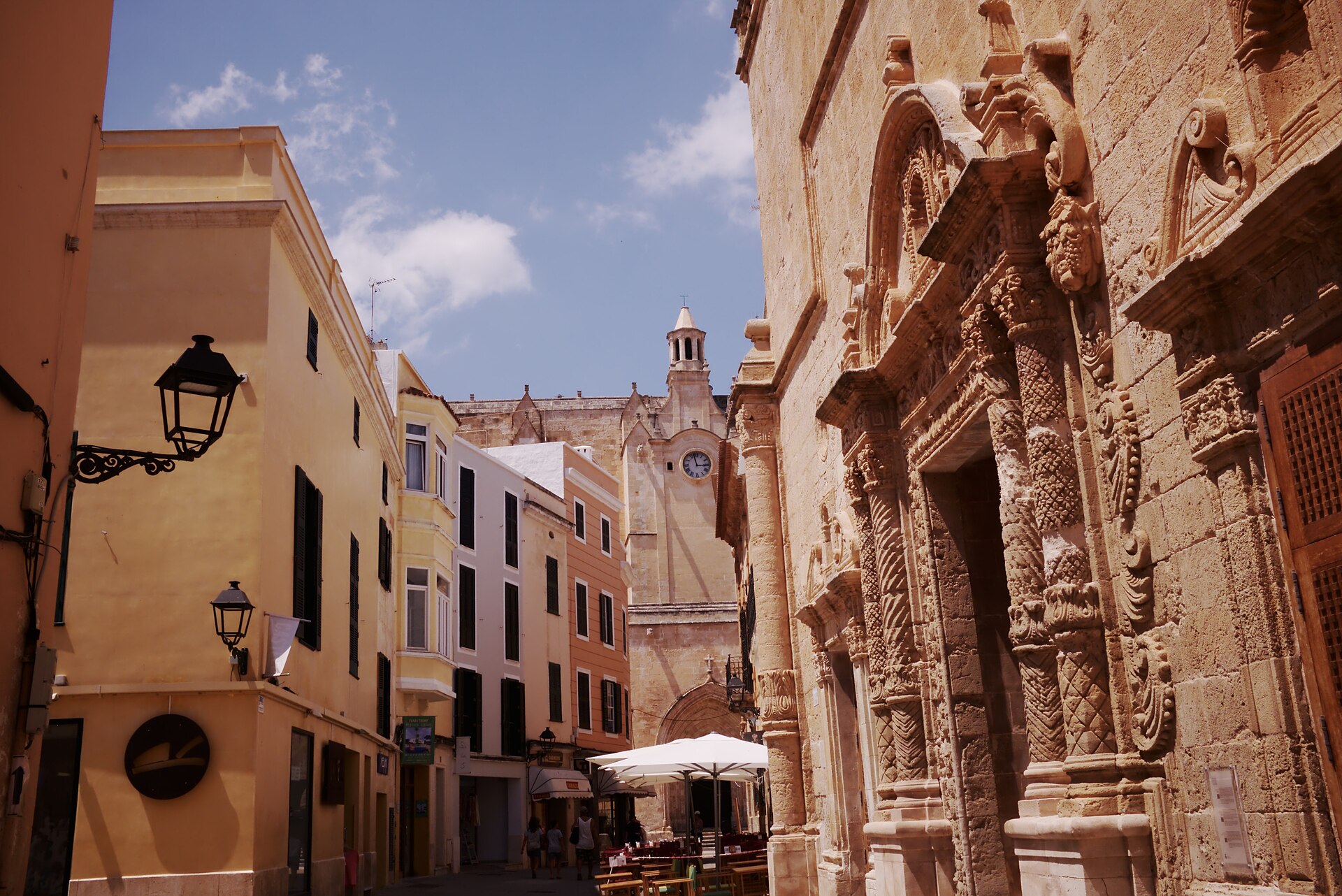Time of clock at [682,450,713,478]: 2:57
